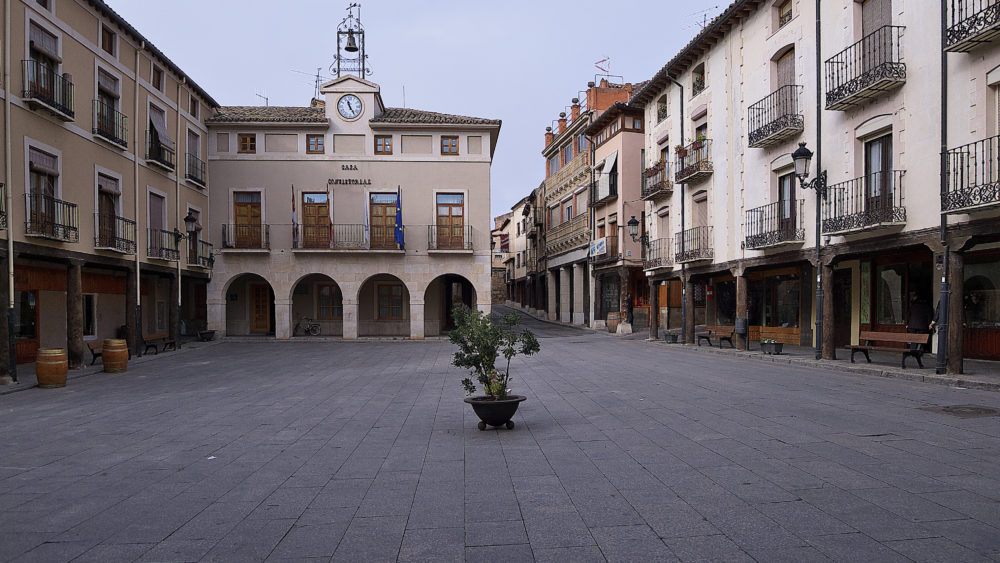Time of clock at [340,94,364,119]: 11:24
